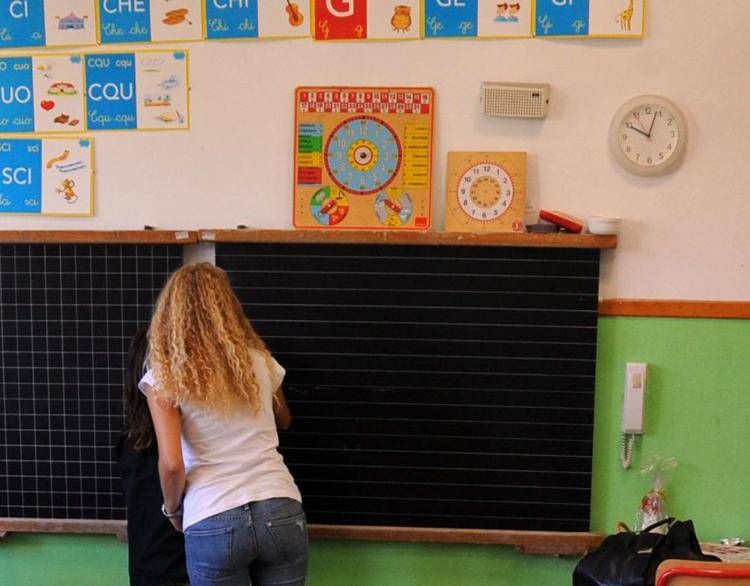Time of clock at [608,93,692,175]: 10:03
